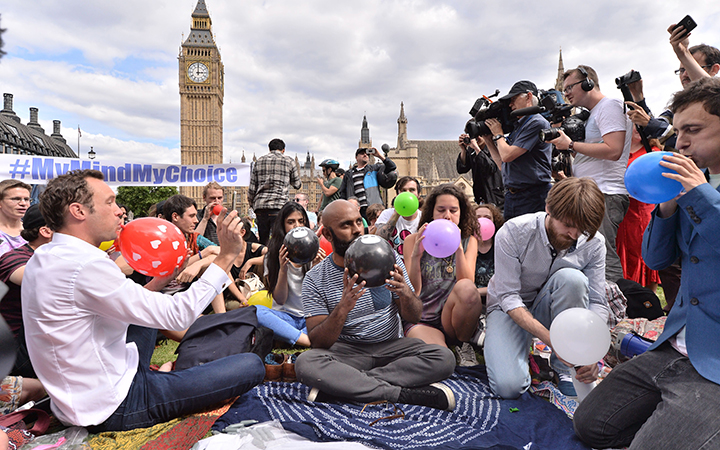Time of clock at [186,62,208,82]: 3:00
